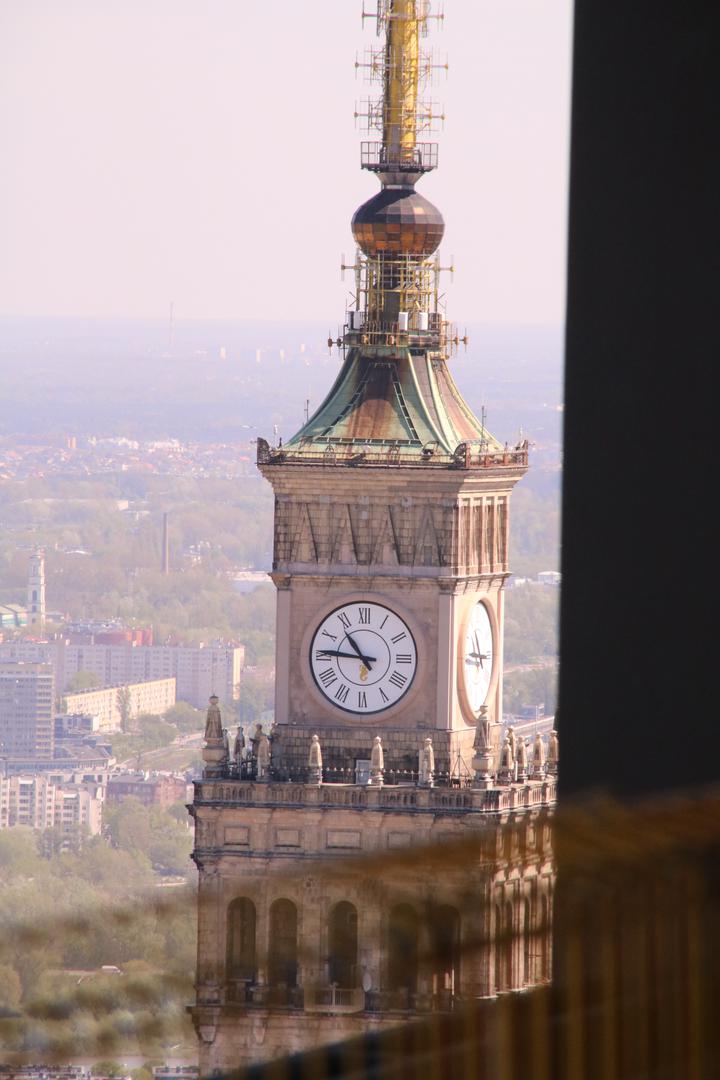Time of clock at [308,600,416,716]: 10:45
